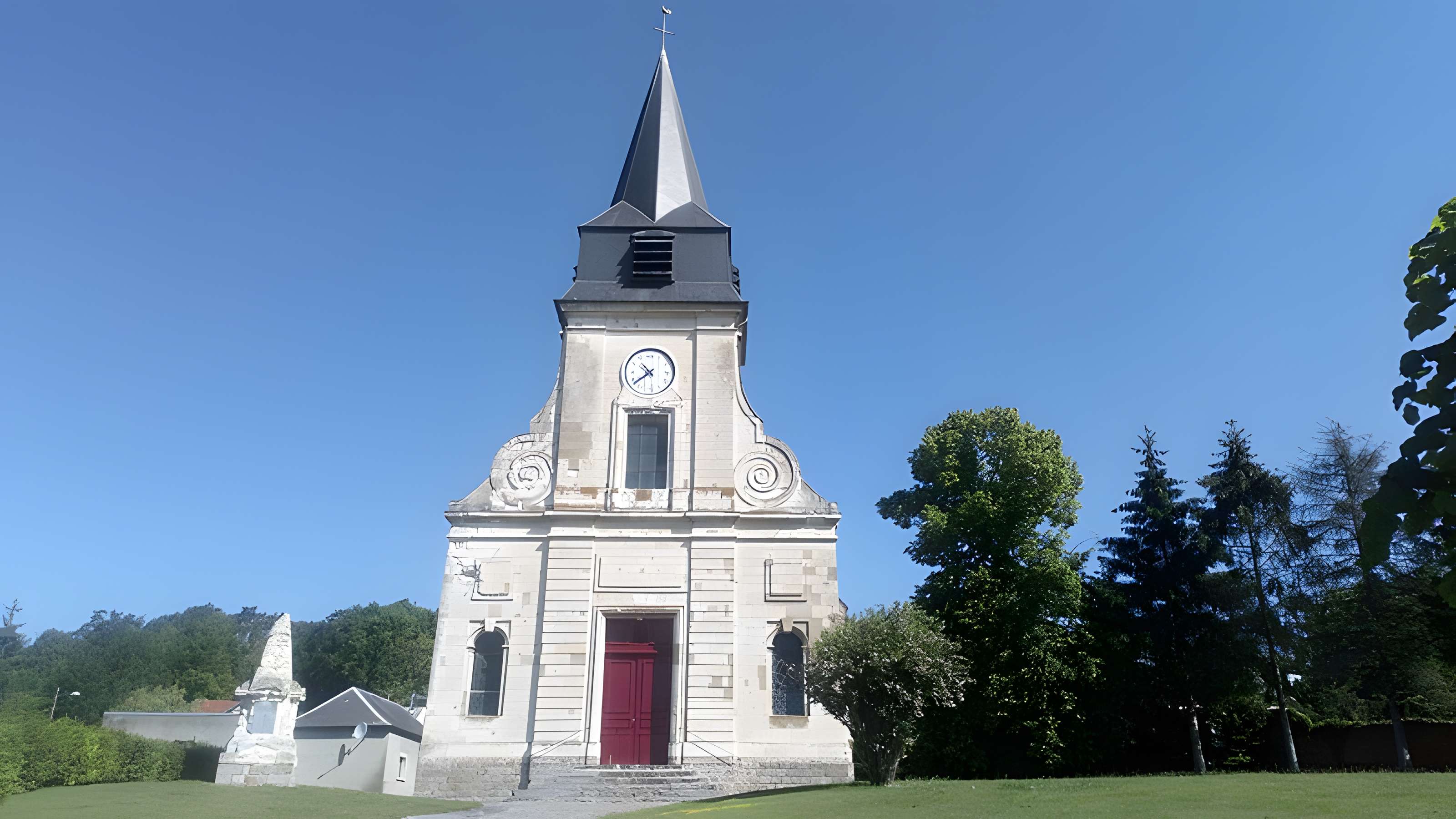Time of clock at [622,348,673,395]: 10:38
